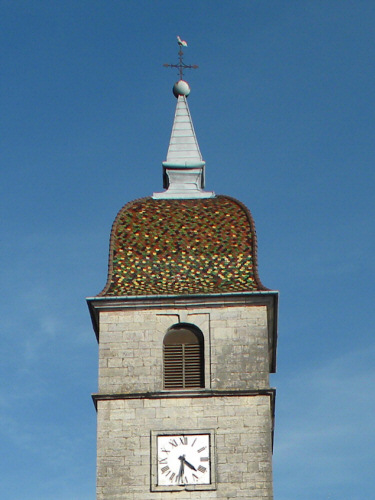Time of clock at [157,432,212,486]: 4:31
